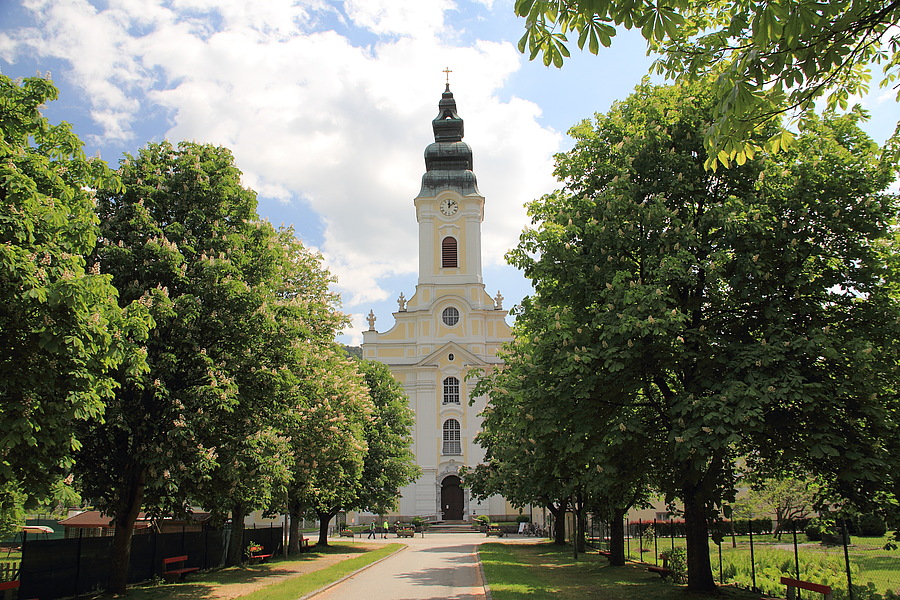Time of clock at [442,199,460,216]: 12:07
